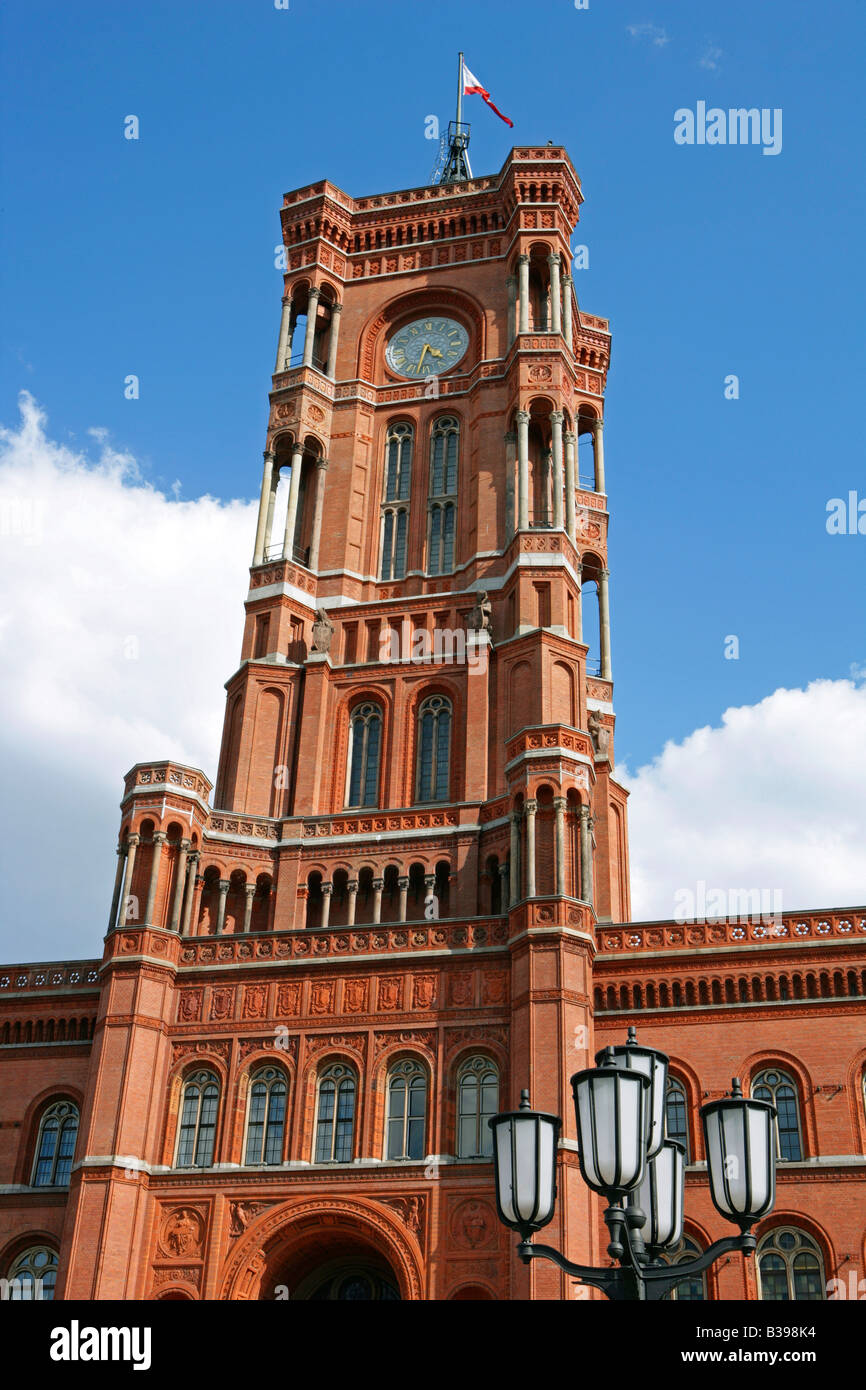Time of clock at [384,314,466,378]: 4:32
